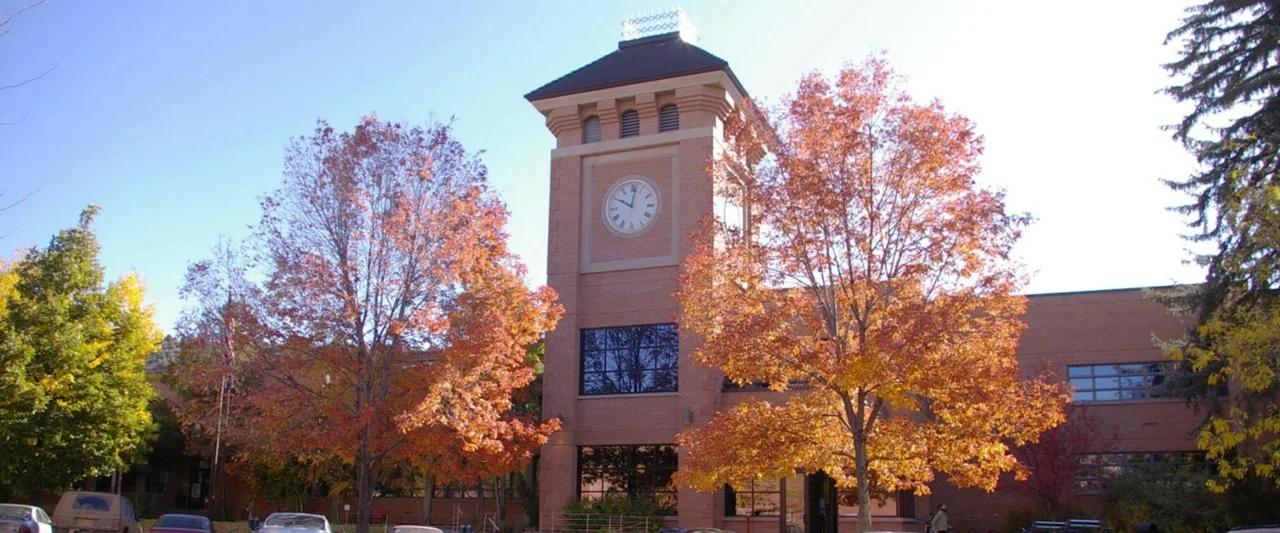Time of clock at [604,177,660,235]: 10:01
